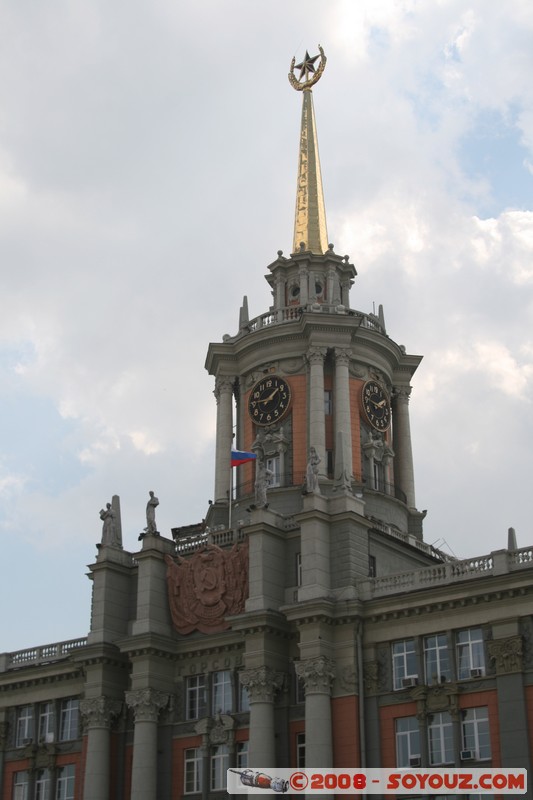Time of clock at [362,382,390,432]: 1:46
